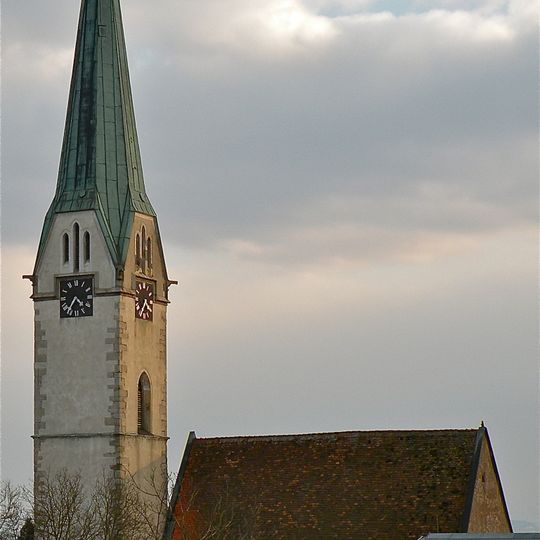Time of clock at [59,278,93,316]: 4:35
